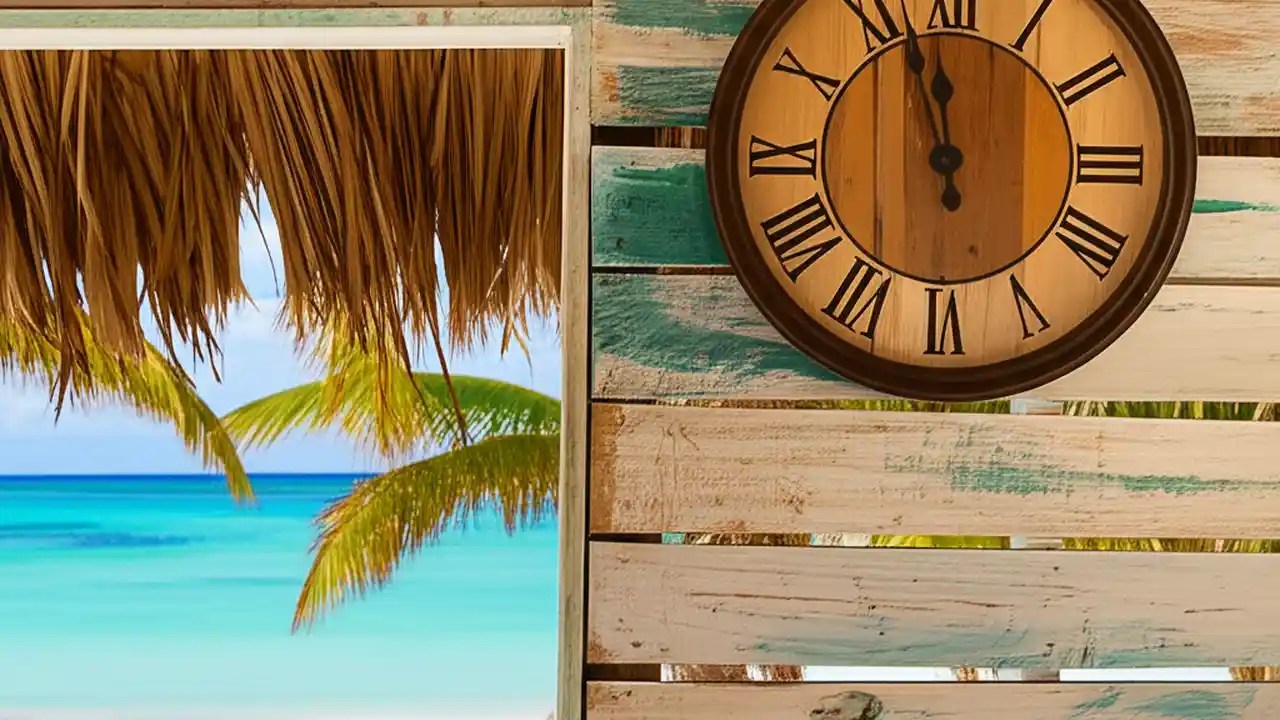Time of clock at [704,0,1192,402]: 11:57
